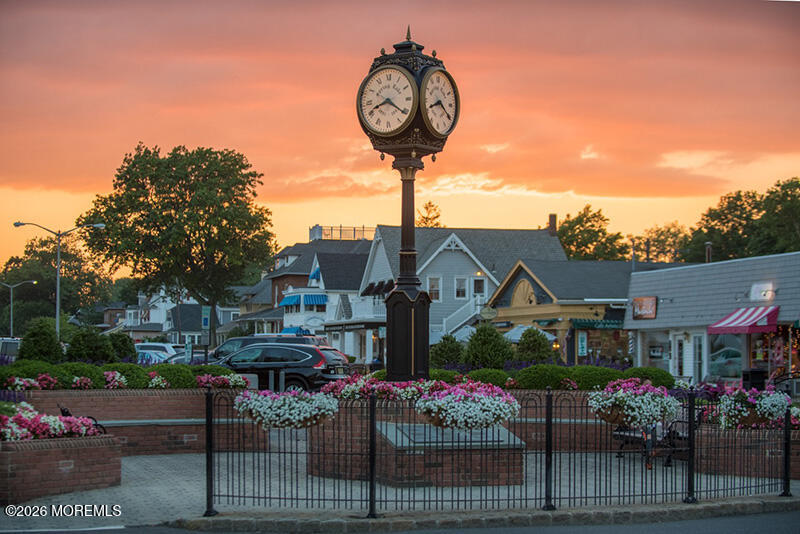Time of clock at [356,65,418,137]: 8:21
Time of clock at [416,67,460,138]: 8:20
